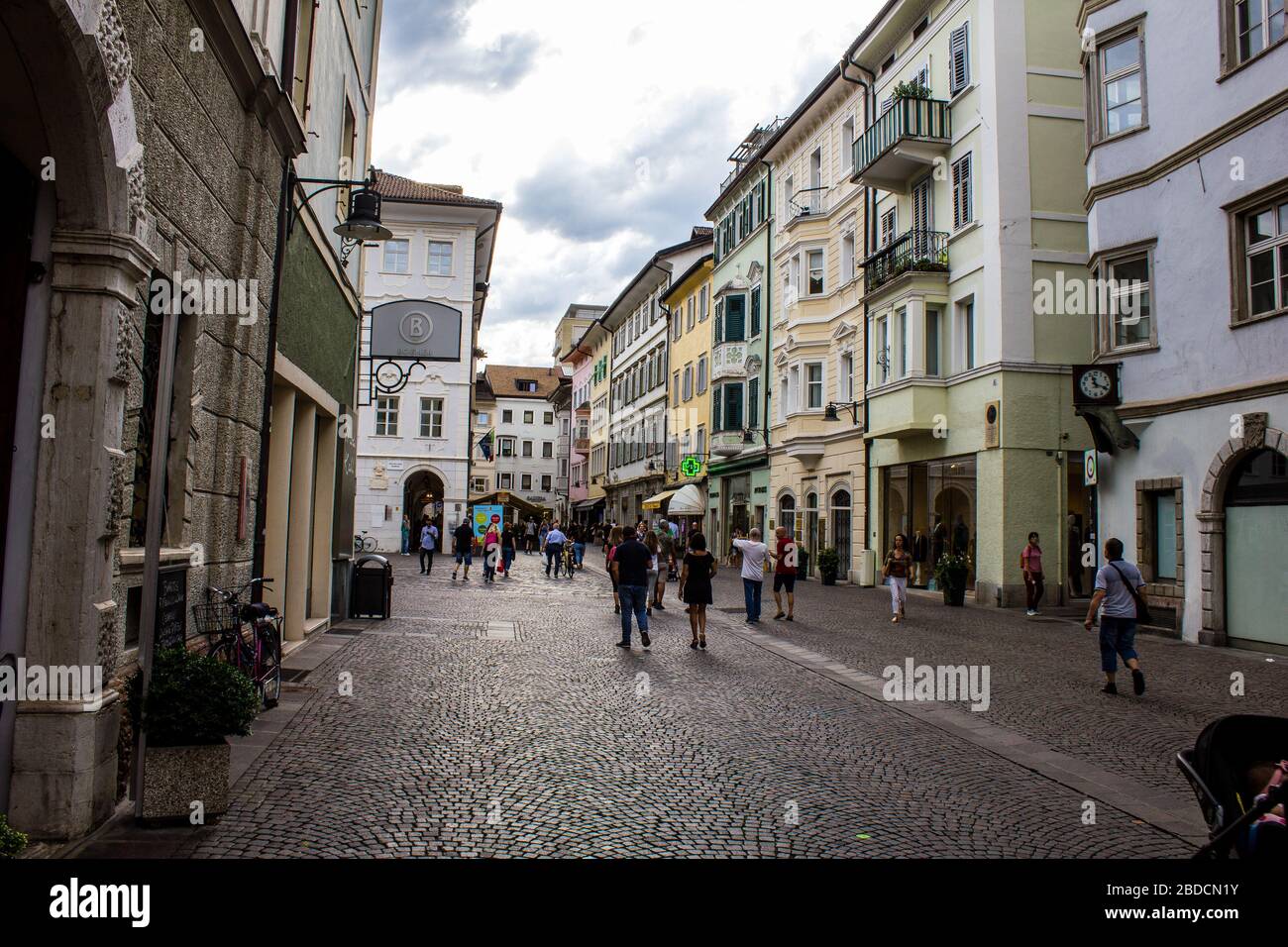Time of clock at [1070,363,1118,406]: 11:18
